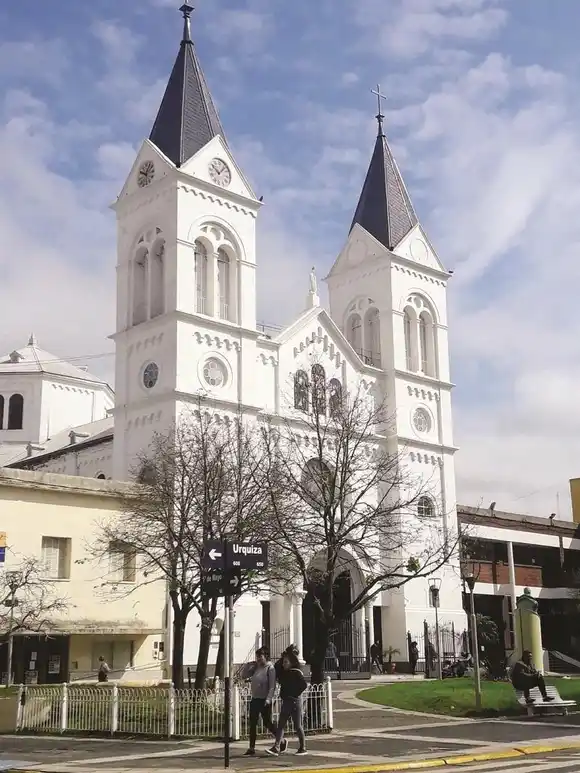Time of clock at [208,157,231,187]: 10:07
